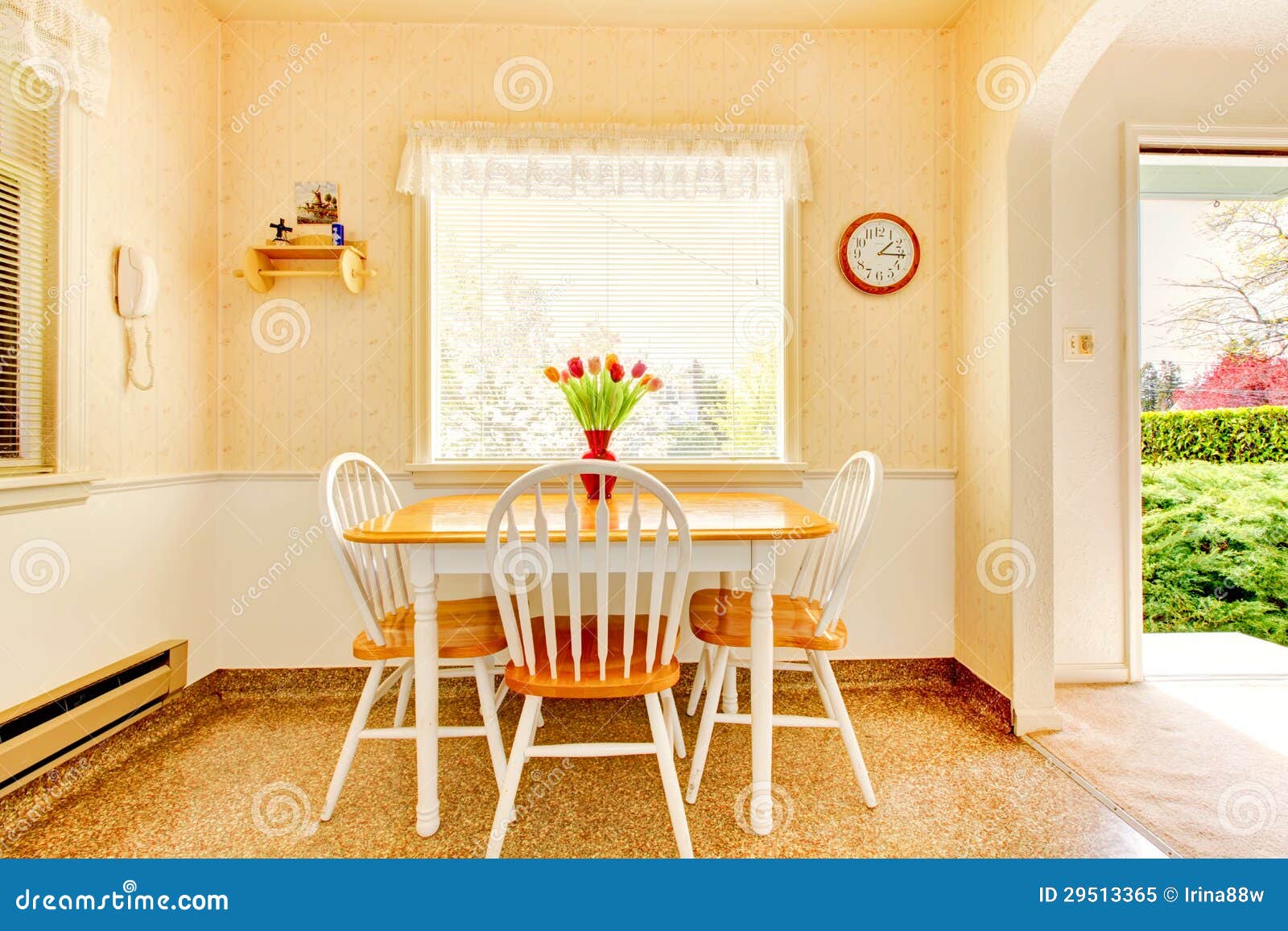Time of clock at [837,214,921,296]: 1:15
